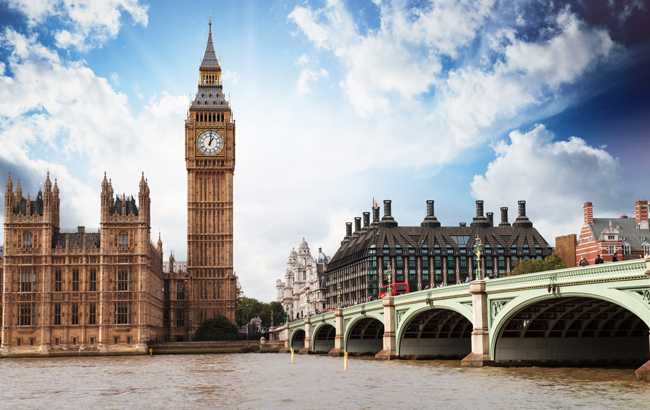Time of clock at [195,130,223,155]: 1:01
